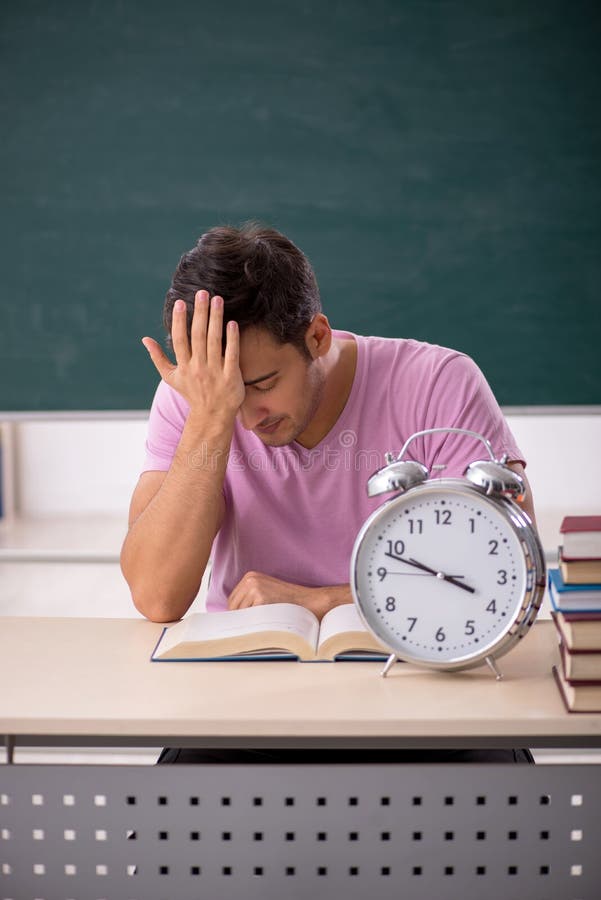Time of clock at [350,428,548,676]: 3:48
